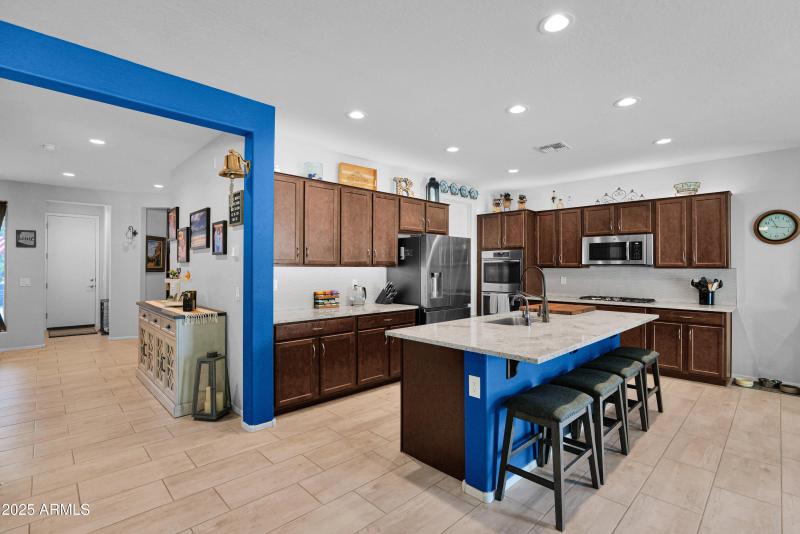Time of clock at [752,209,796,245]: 11:17
